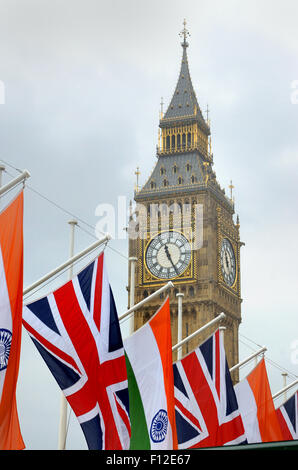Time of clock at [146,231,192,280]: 11:25
